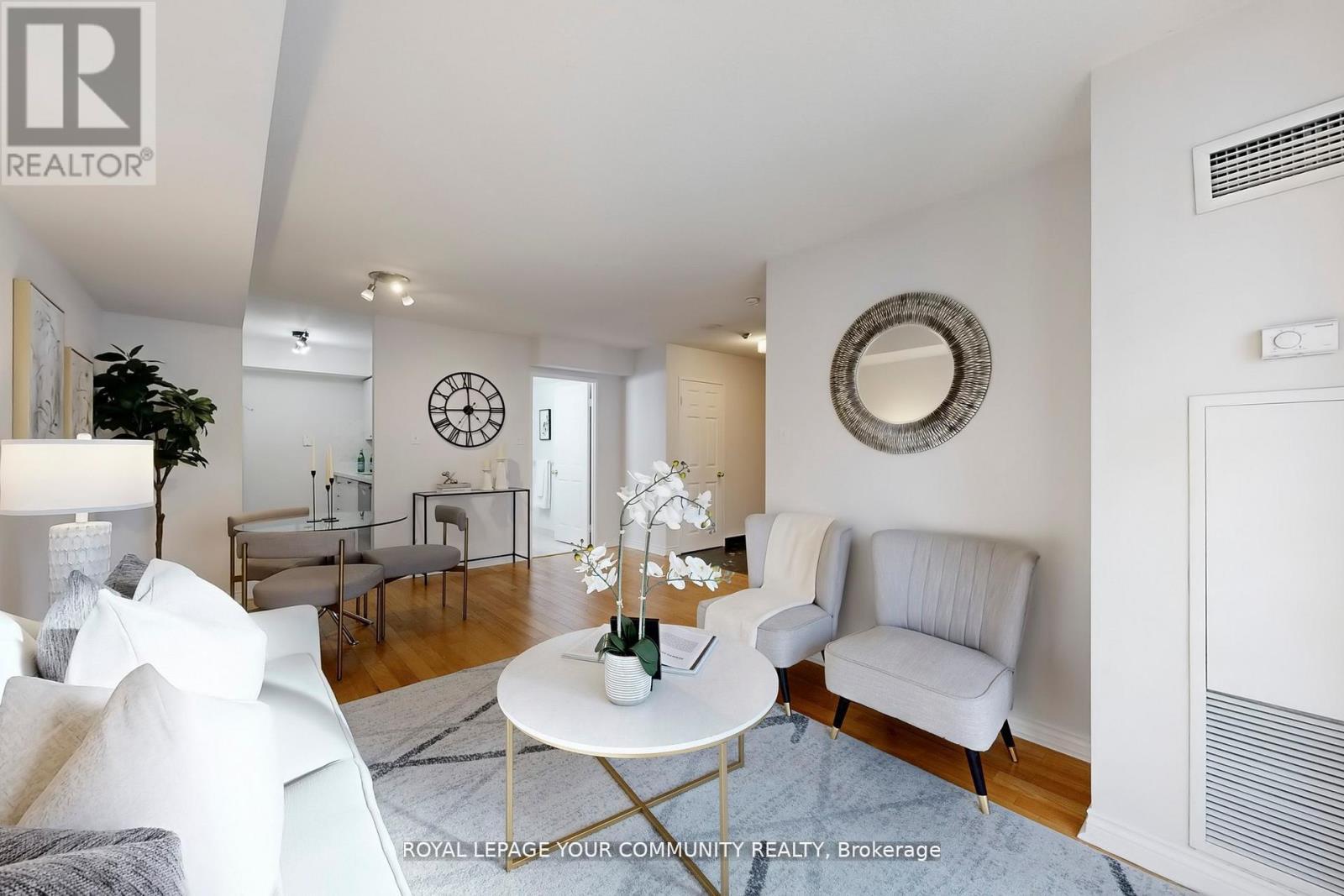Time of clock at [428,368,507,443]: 2:59
